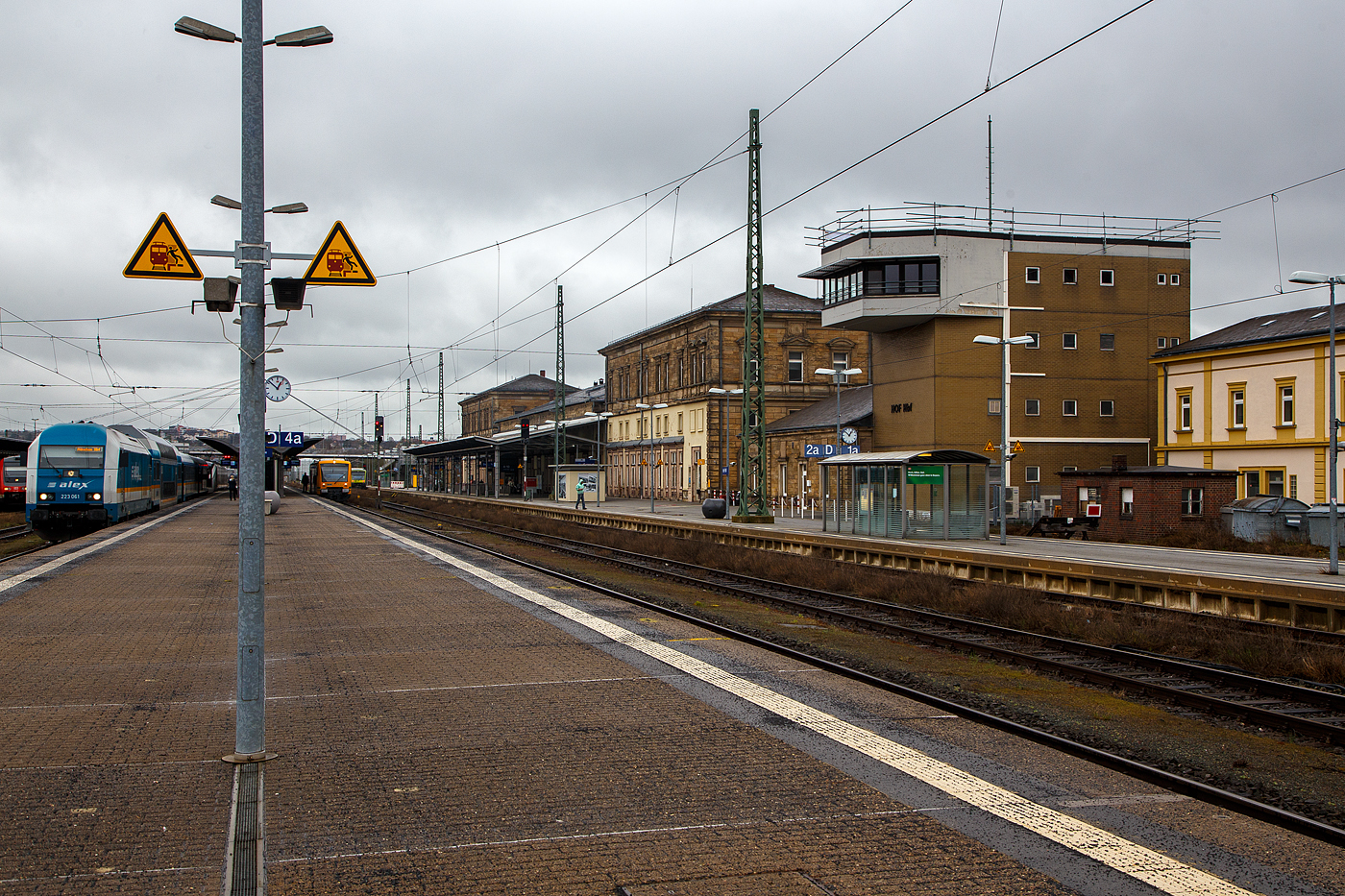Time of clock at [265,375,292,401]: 12:51
